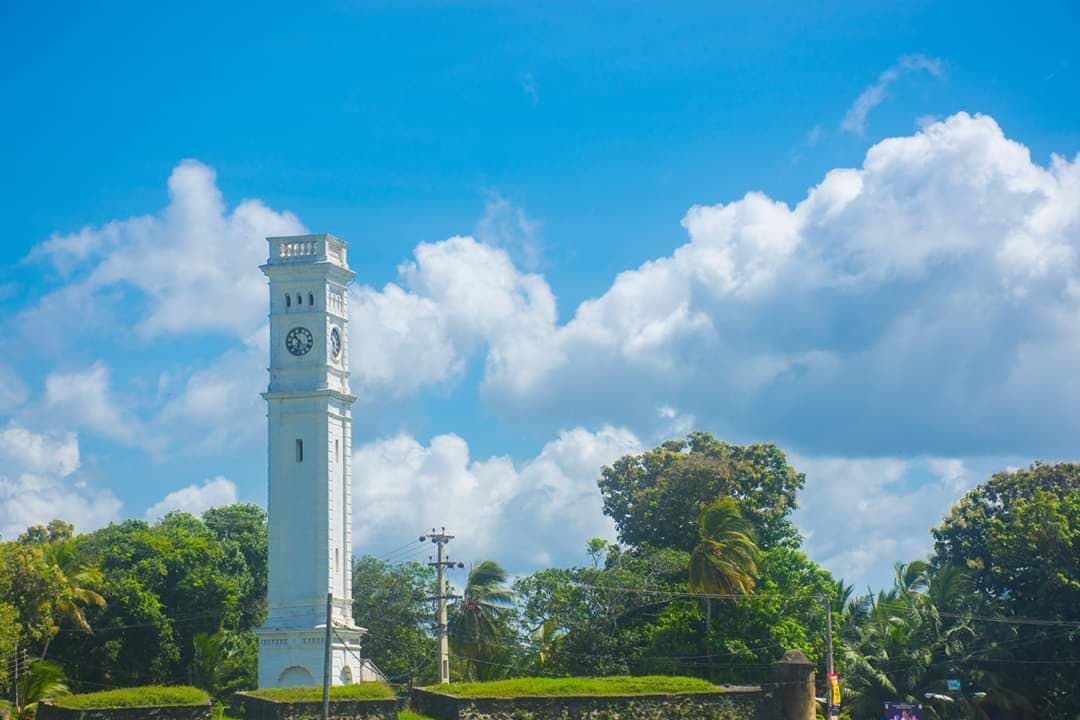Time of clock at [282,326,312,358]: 10:33
